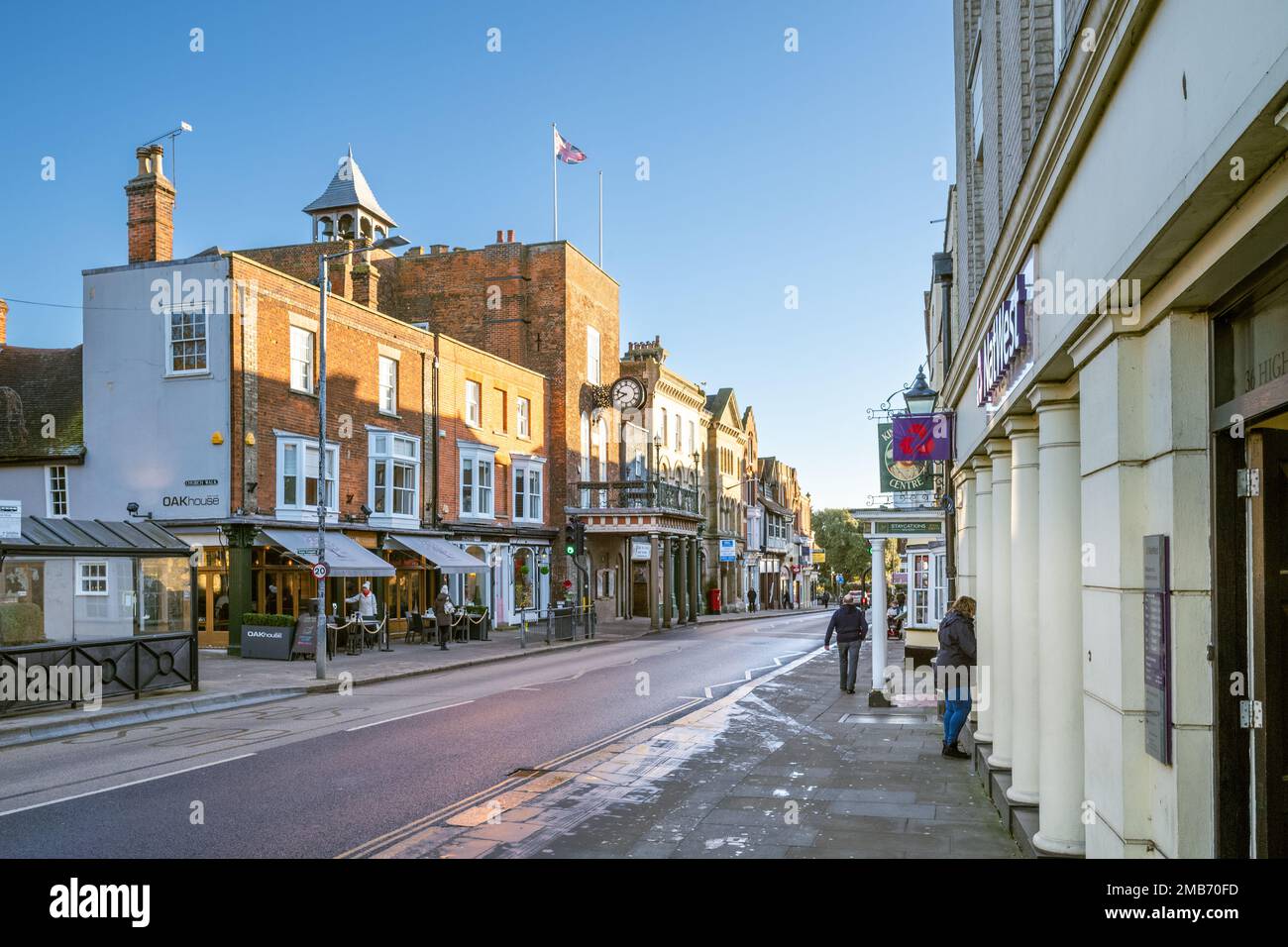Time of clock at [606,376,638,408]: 9:40
